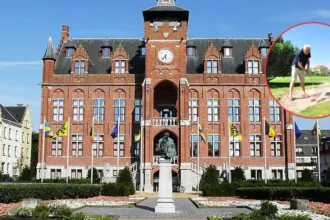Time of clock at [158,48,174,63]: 5:36
